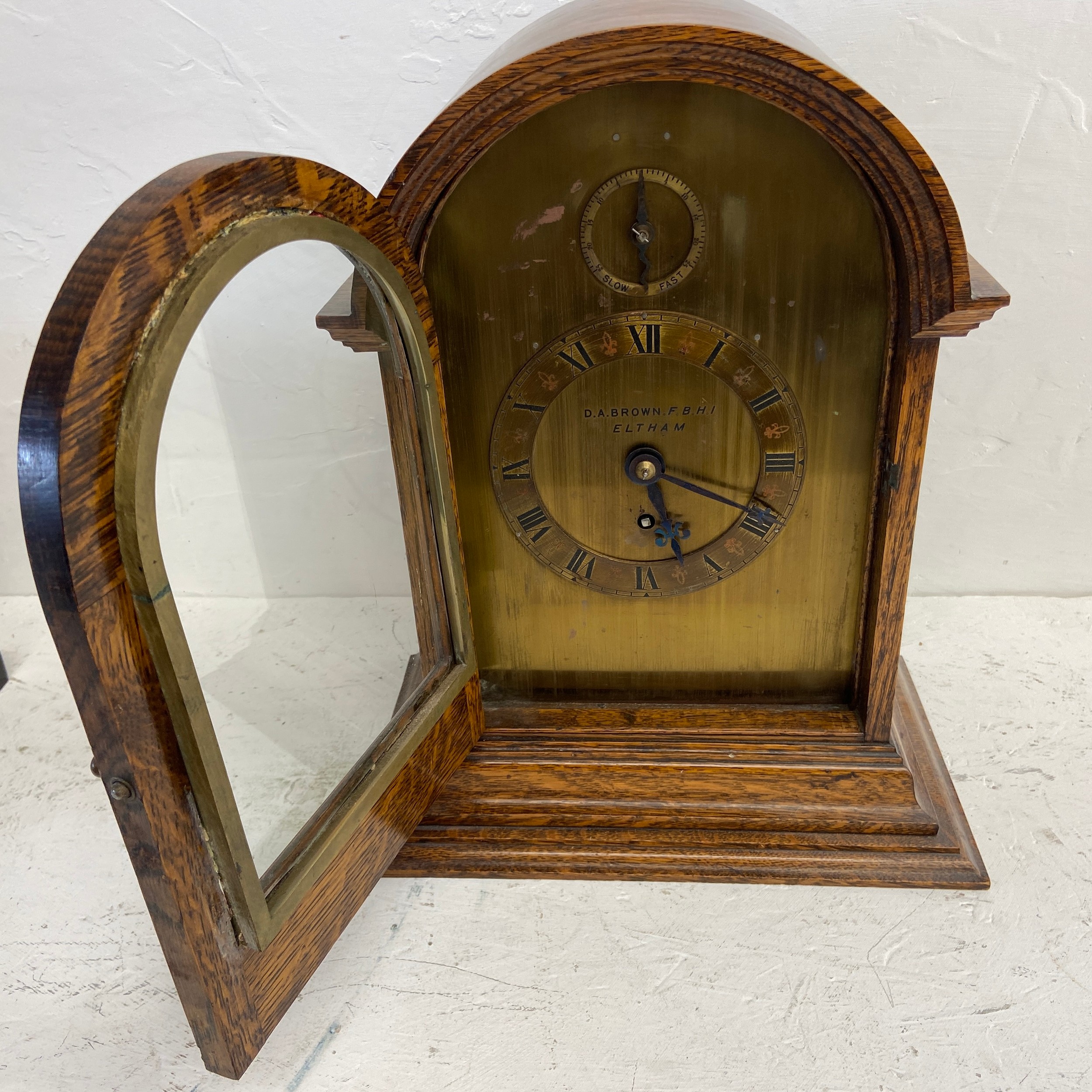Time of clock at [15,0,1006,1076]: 5:18
